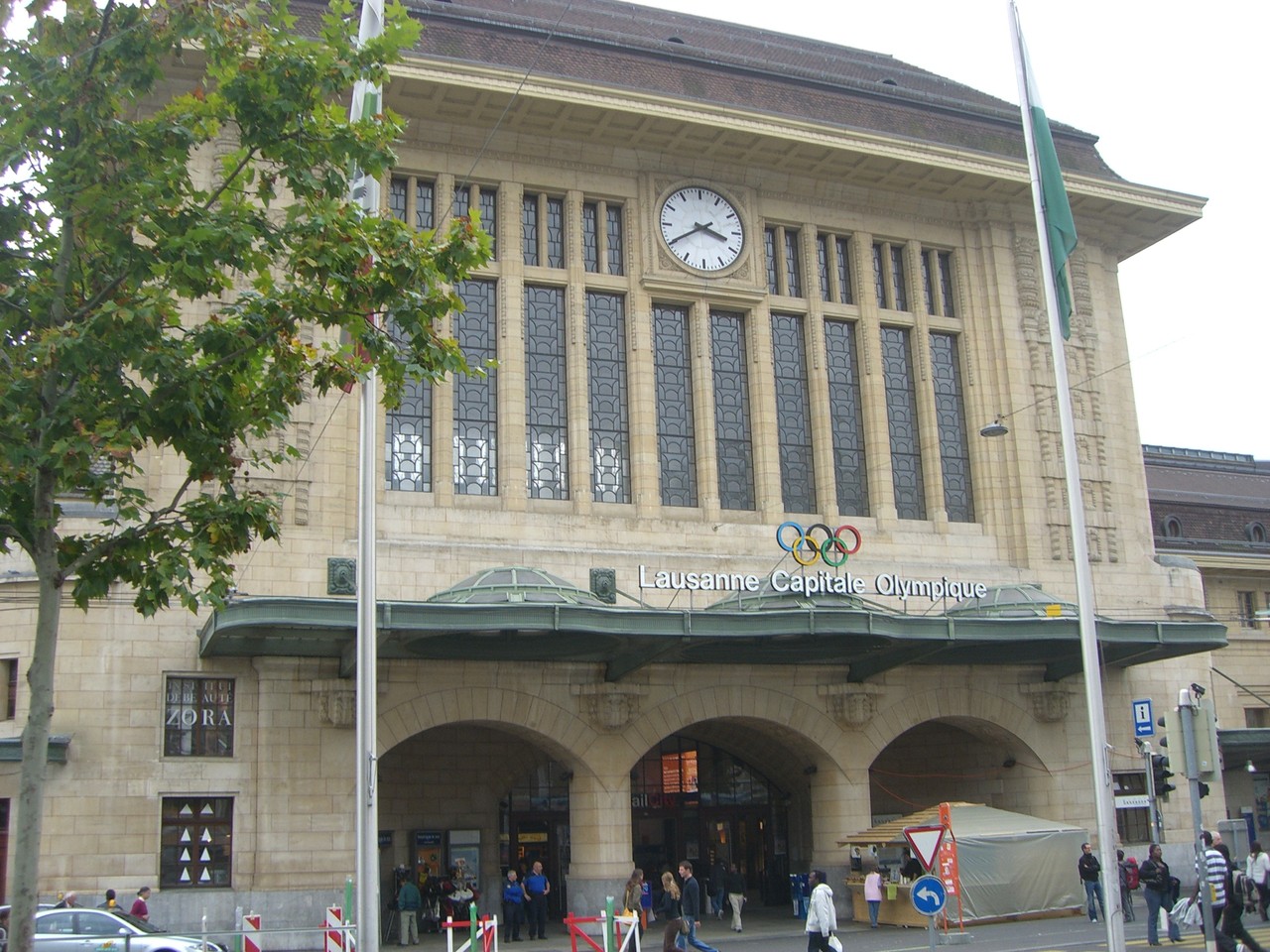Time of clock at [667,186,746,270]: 3:40
